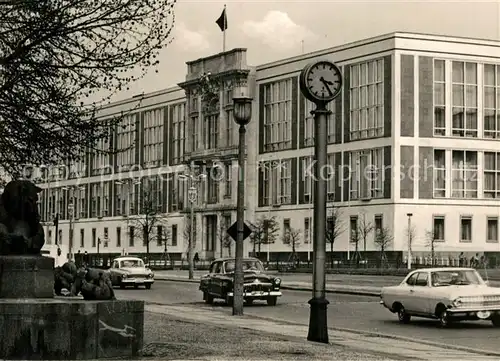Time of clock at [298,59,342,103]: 3:24
